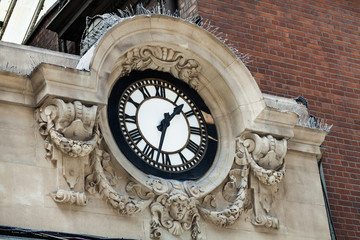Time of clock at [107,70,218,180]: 1:32
